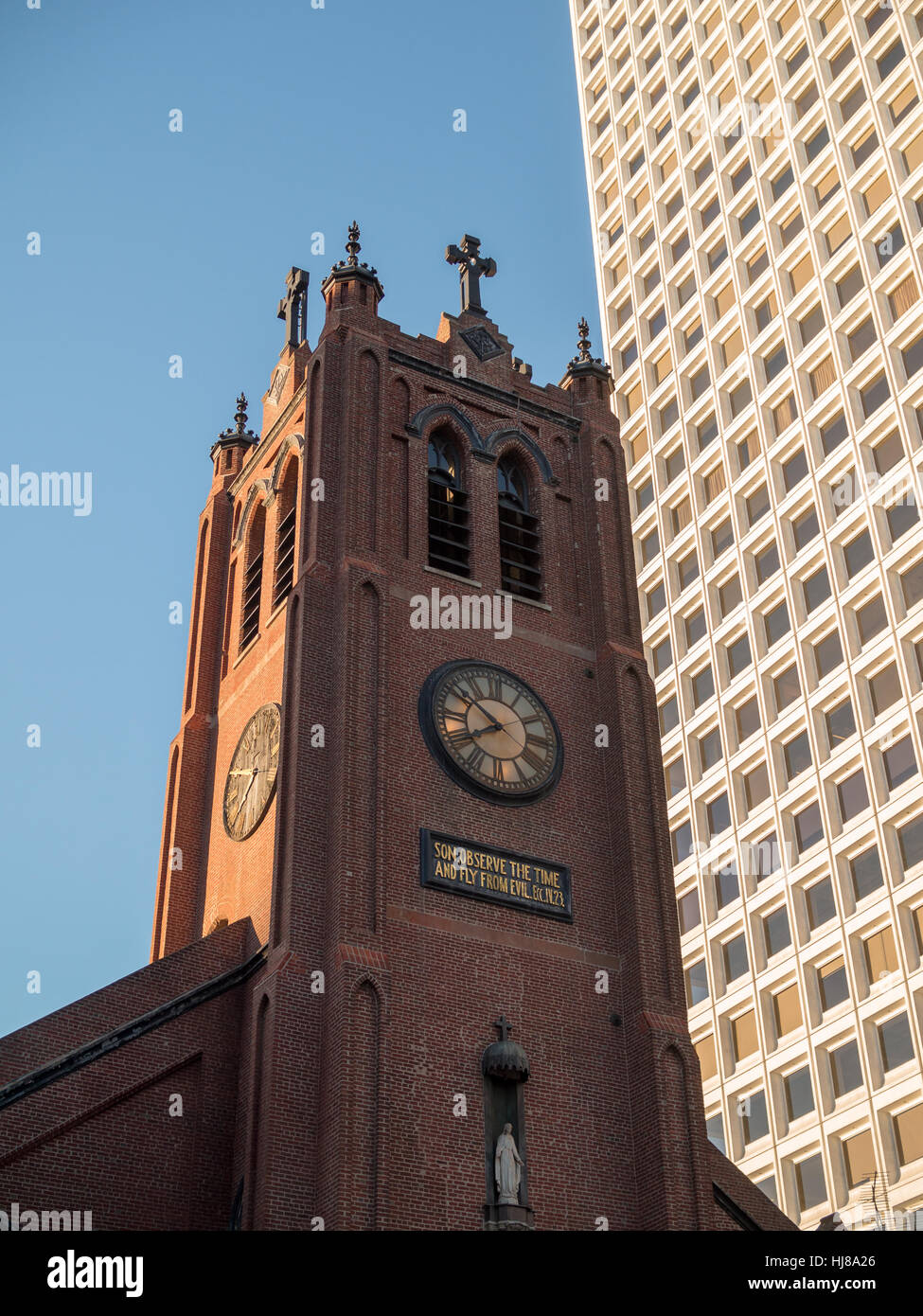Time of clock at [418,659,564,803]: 7:51
